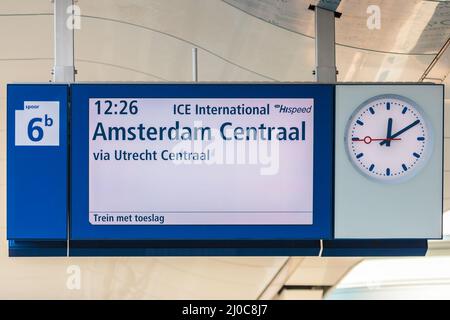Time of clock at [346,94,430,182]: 12:09
